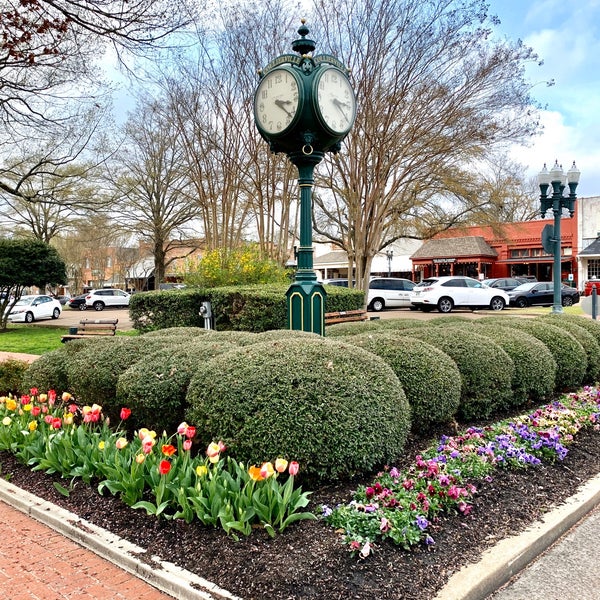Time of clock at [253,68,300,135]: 3:22
